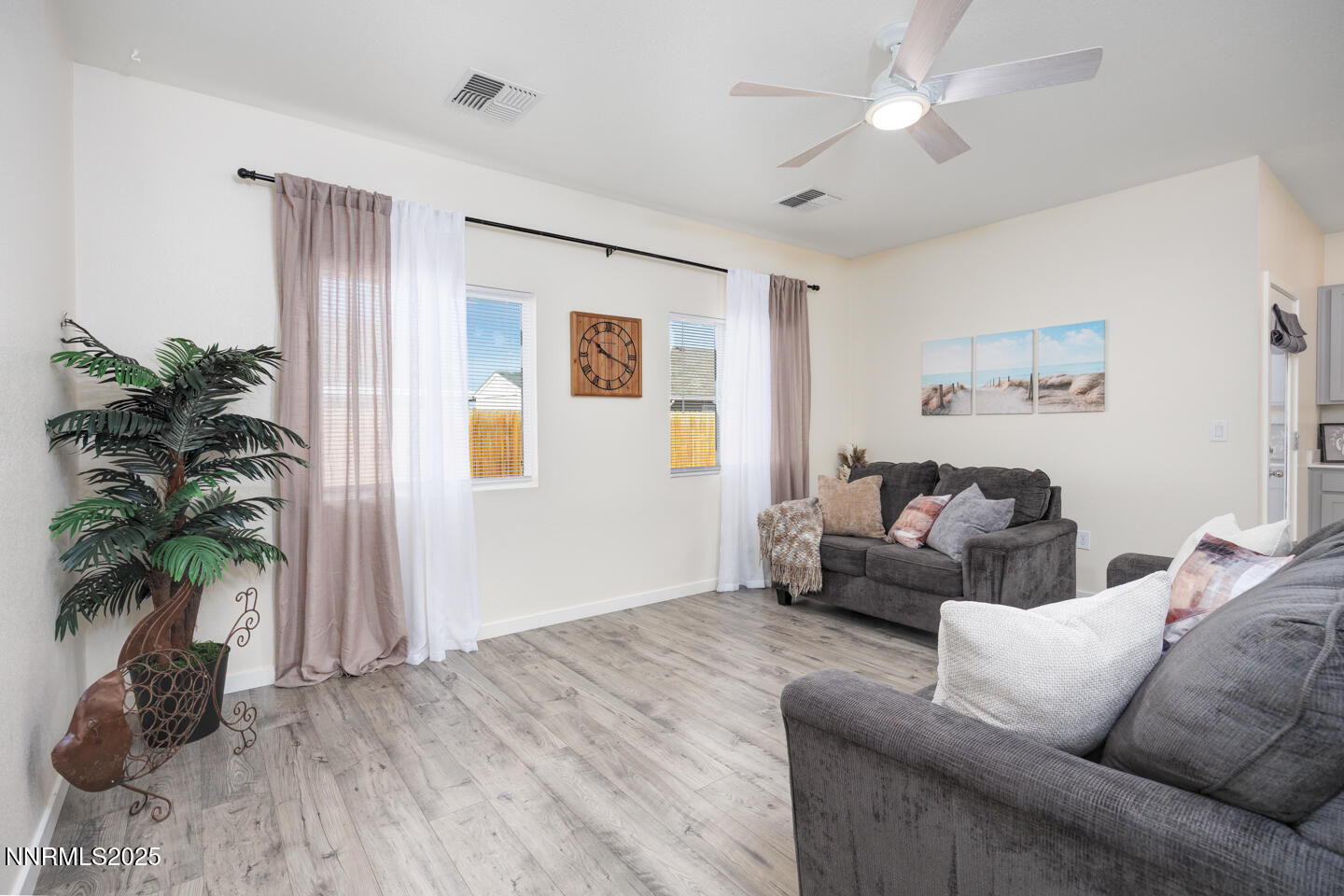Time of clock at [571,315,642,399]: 10:18
